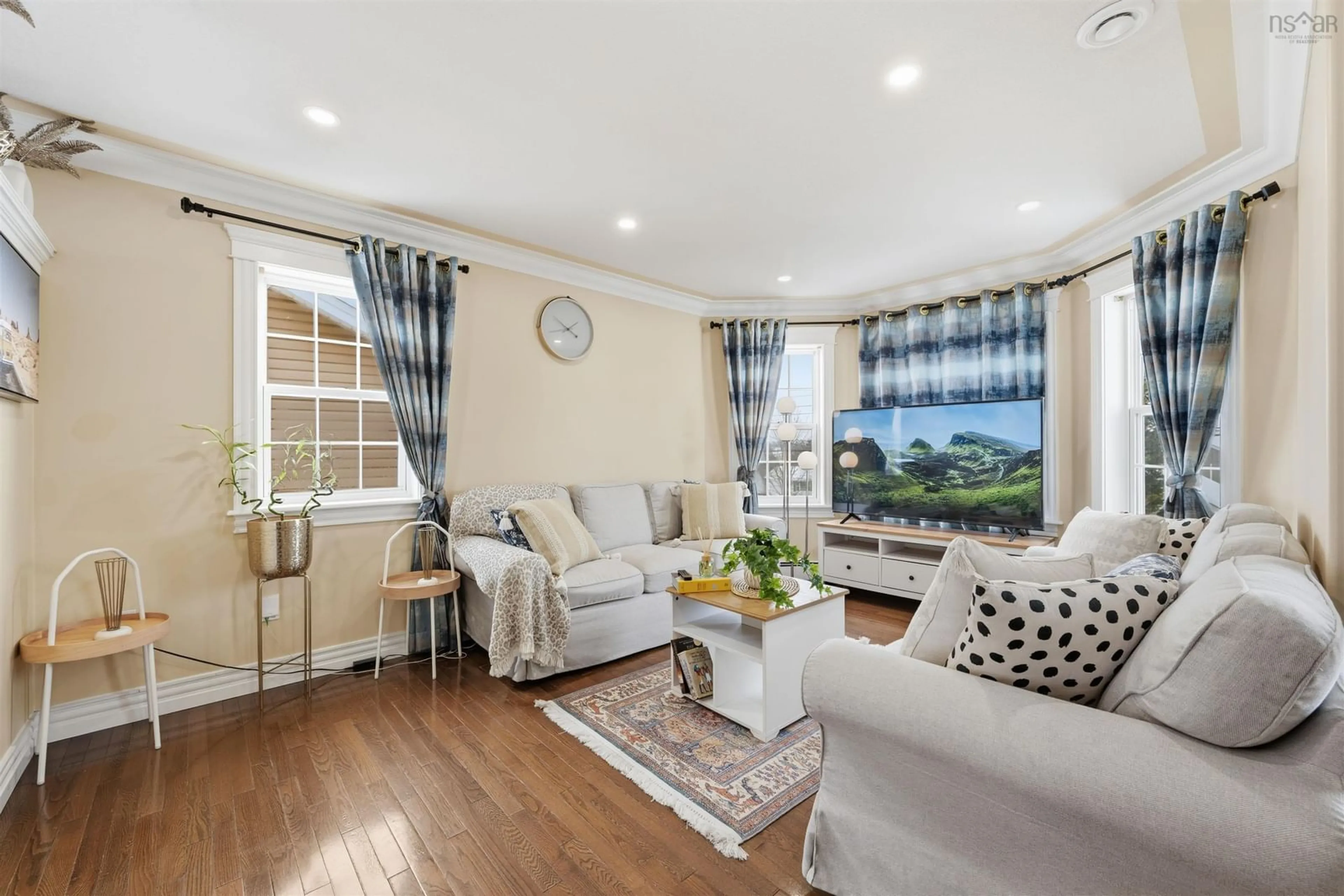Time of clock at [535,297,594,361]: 1:50
